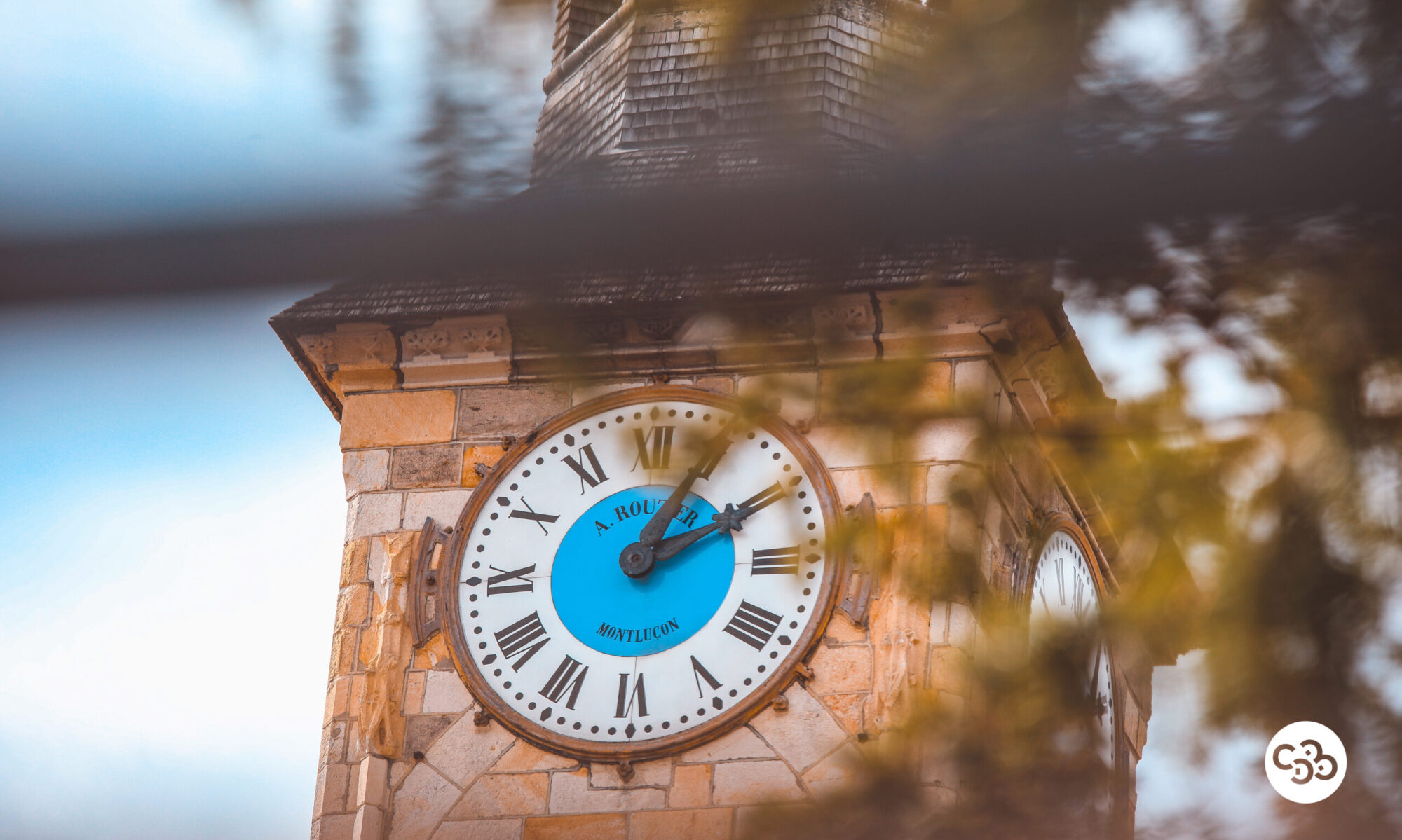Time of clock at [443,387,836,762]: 1:10
